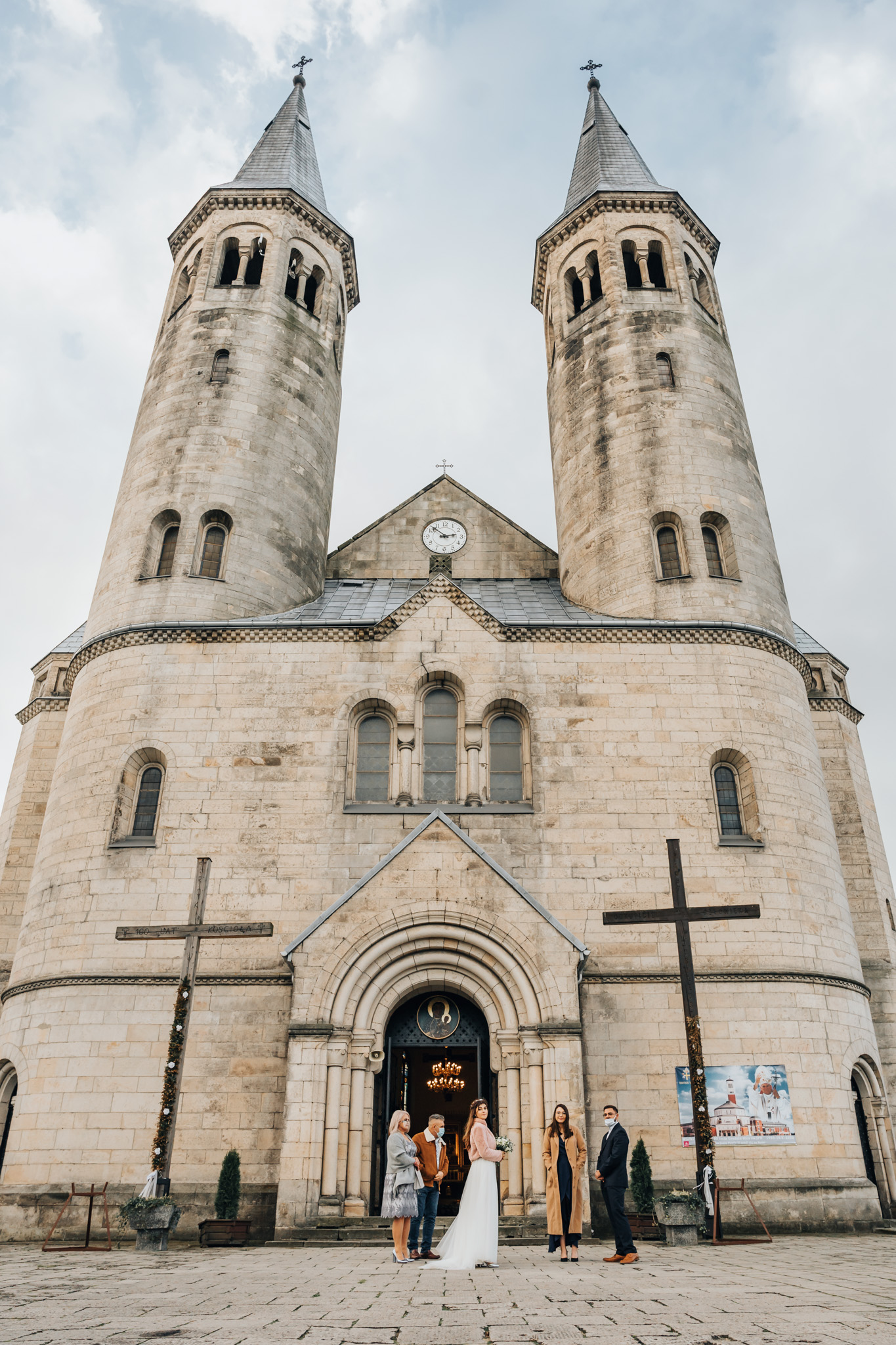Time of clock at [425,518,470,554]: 2:52
